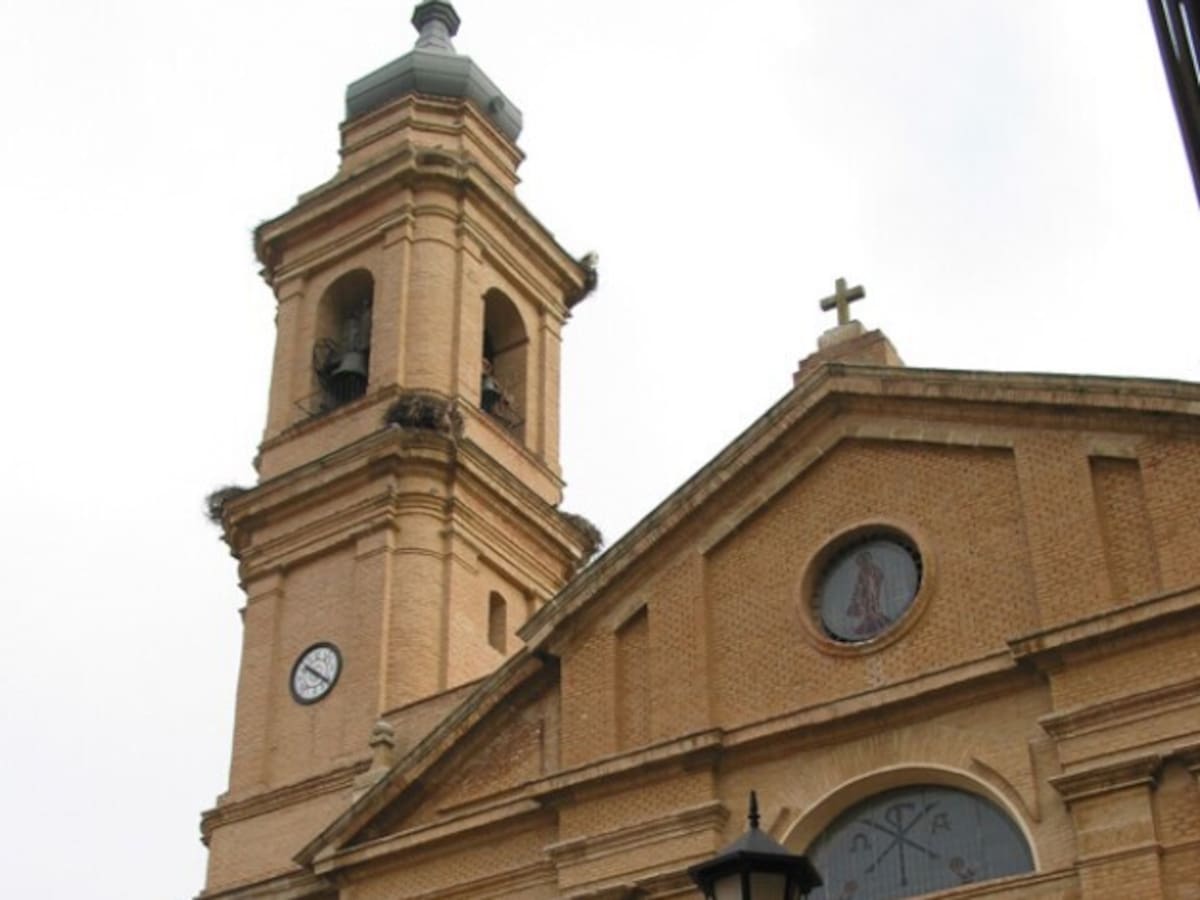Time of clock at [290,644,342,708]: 10:21
